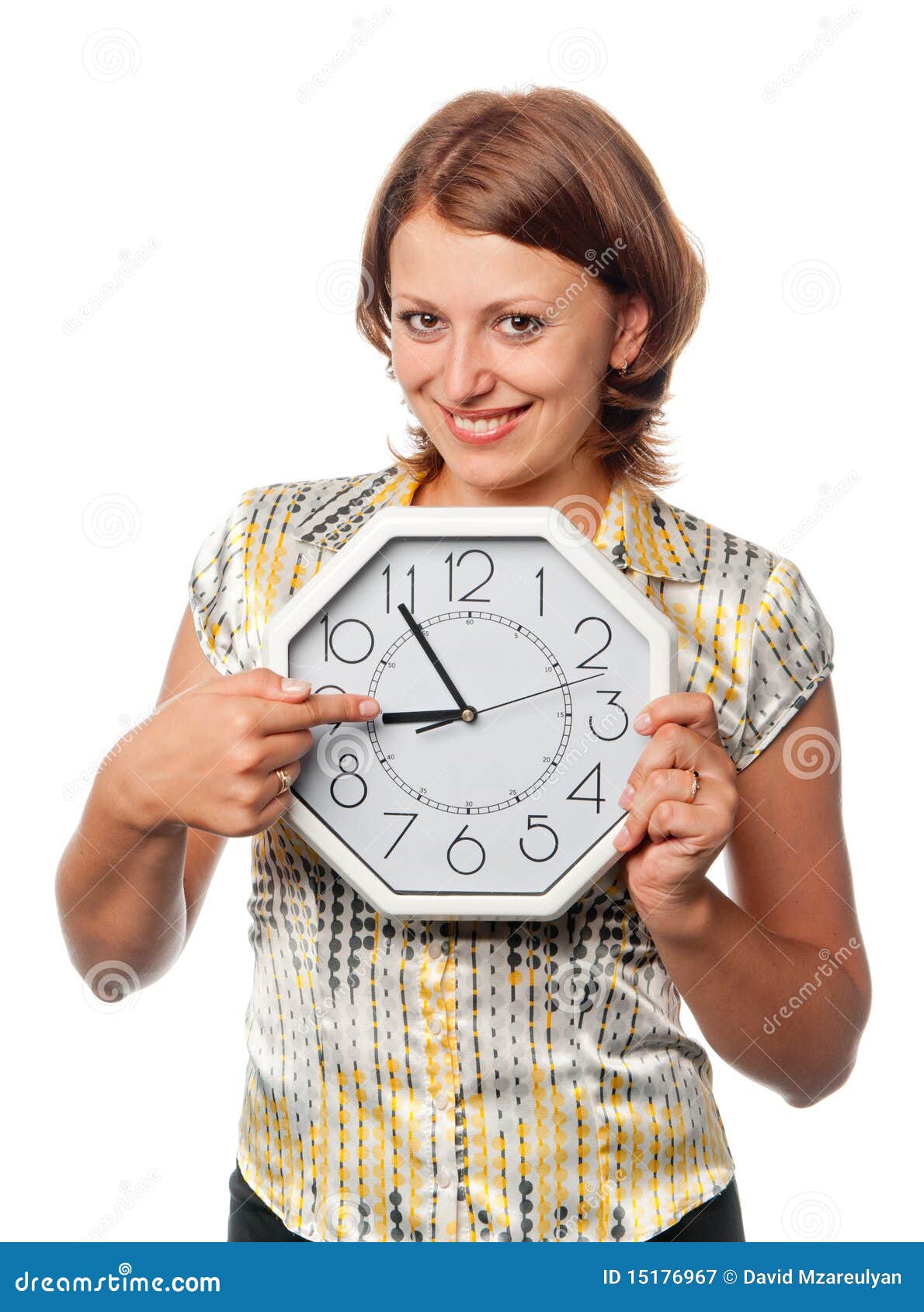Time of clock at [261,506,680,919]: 8:54
